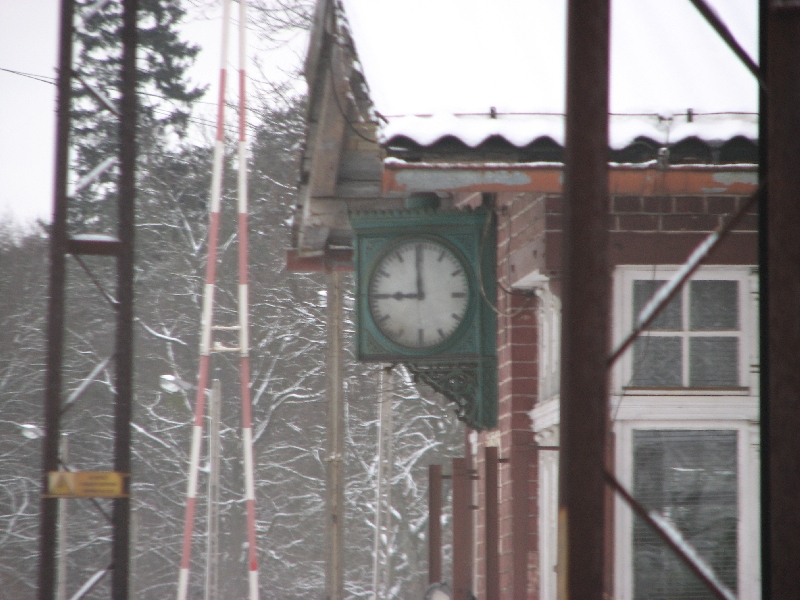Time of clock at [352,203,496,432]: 8:59
